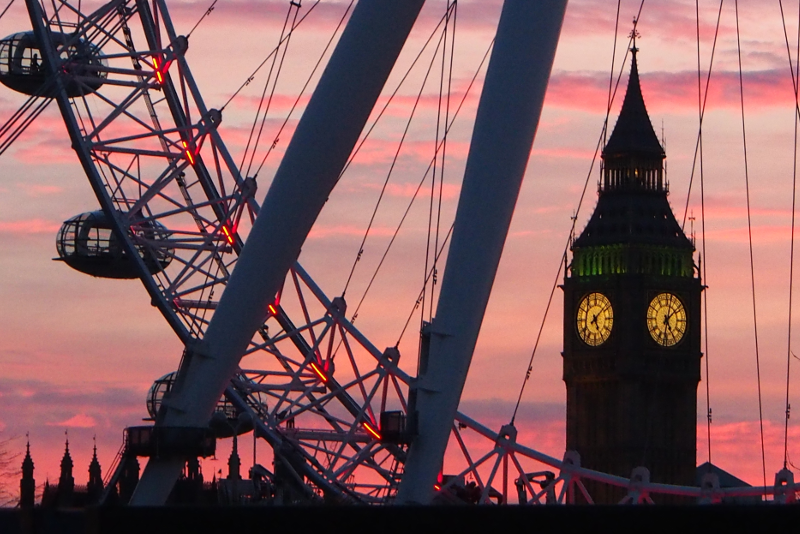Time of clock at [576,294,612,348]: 5:08
